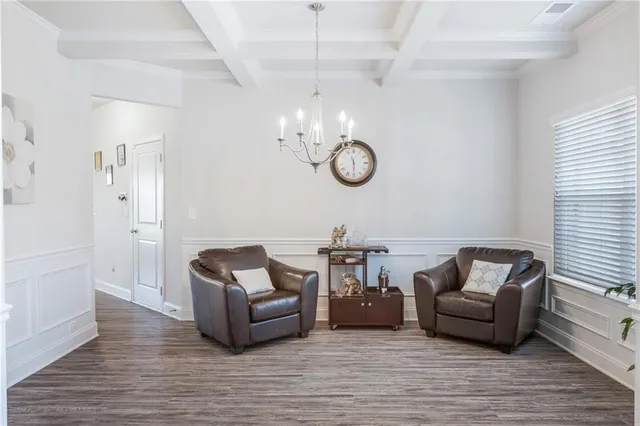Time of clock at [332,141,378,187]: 11:29
